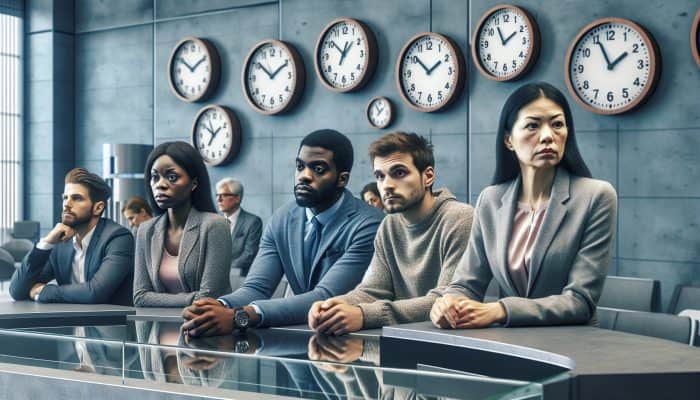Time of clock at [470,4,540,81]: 1:54
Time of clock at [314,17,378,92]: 12:51
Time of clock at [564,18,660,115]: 1:55
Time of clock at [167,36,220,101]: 10:10
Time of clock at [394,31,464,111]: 1:51
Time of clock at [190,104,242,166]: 1:50
